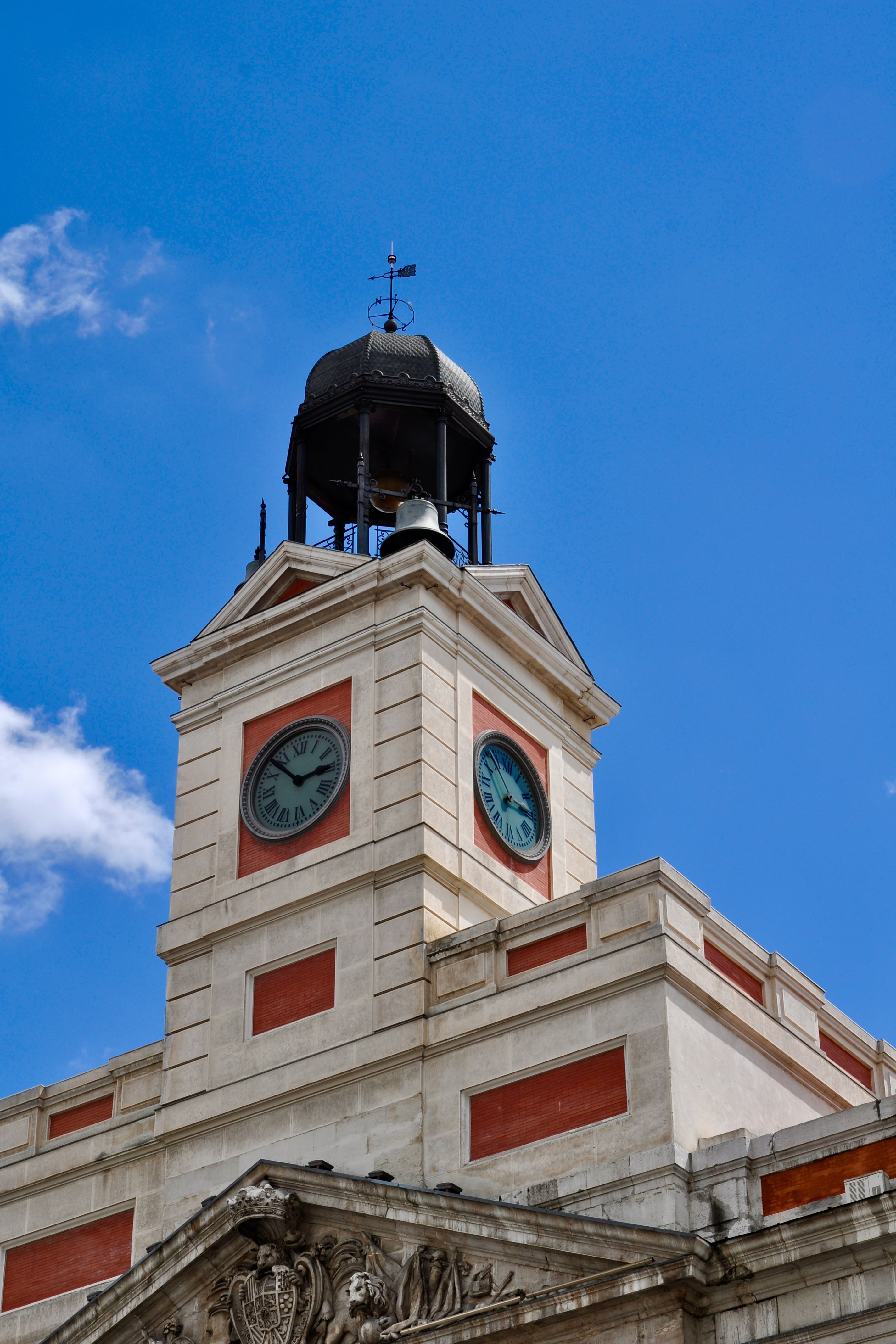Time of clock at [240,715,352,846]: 2:52
